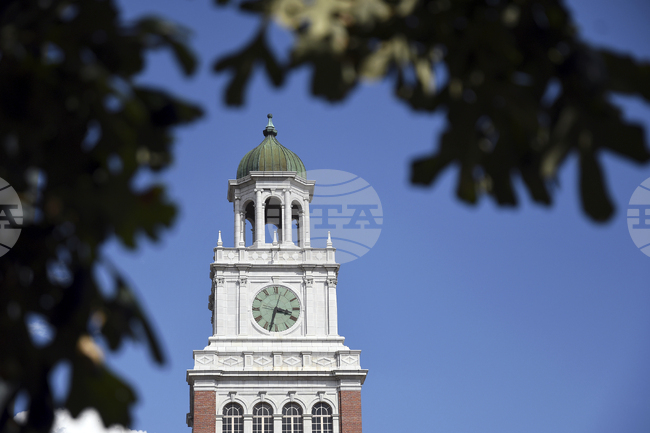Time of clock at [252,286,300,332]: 3:32
